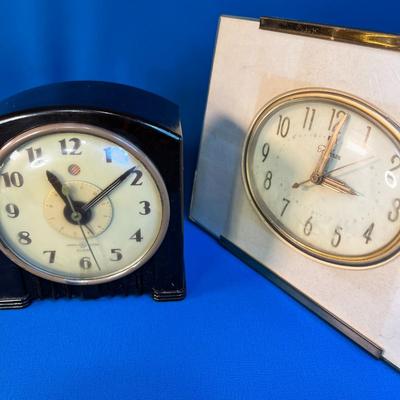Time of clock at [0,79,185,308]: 11:08
